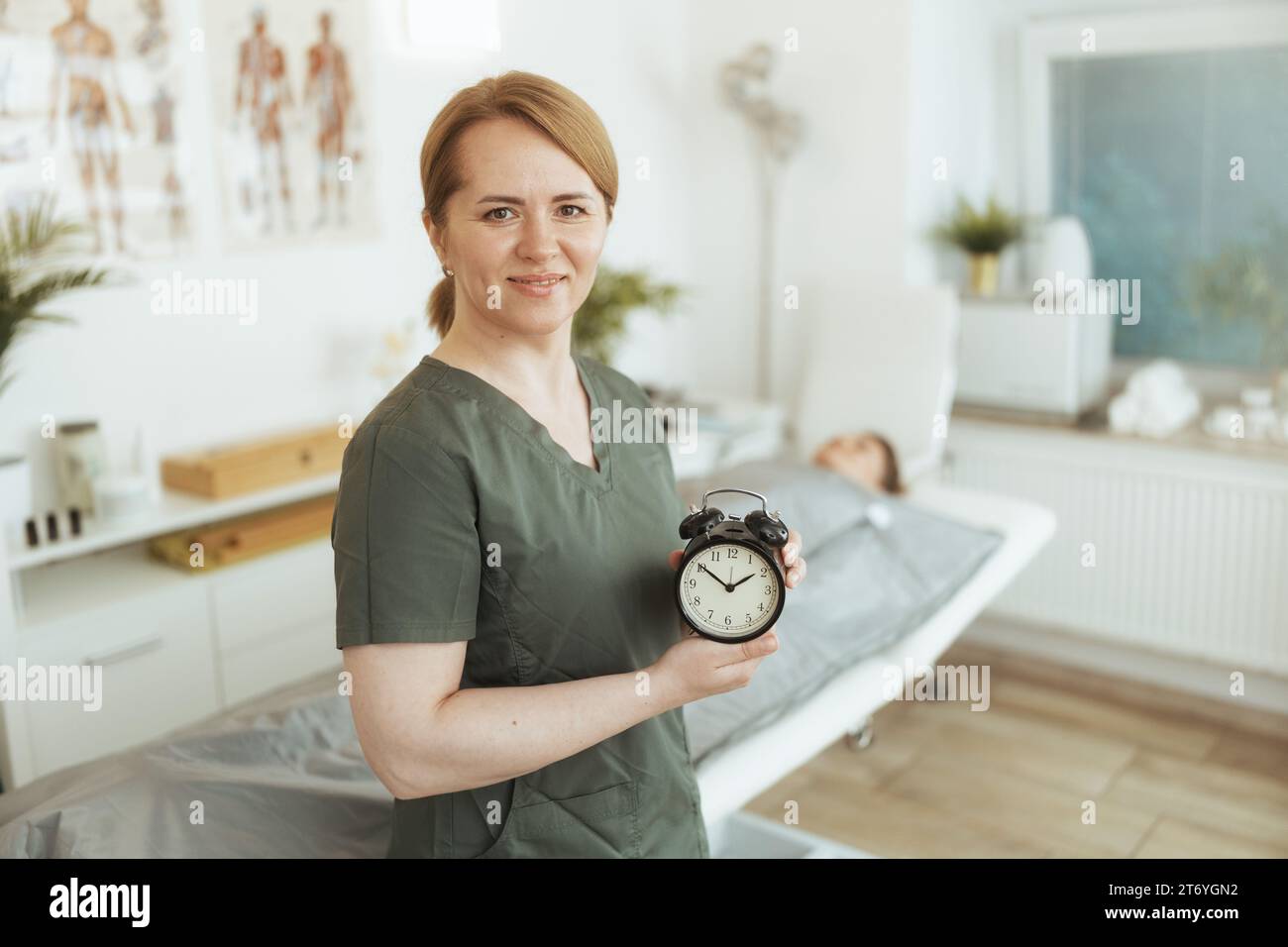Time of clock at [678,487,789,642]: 1:50
